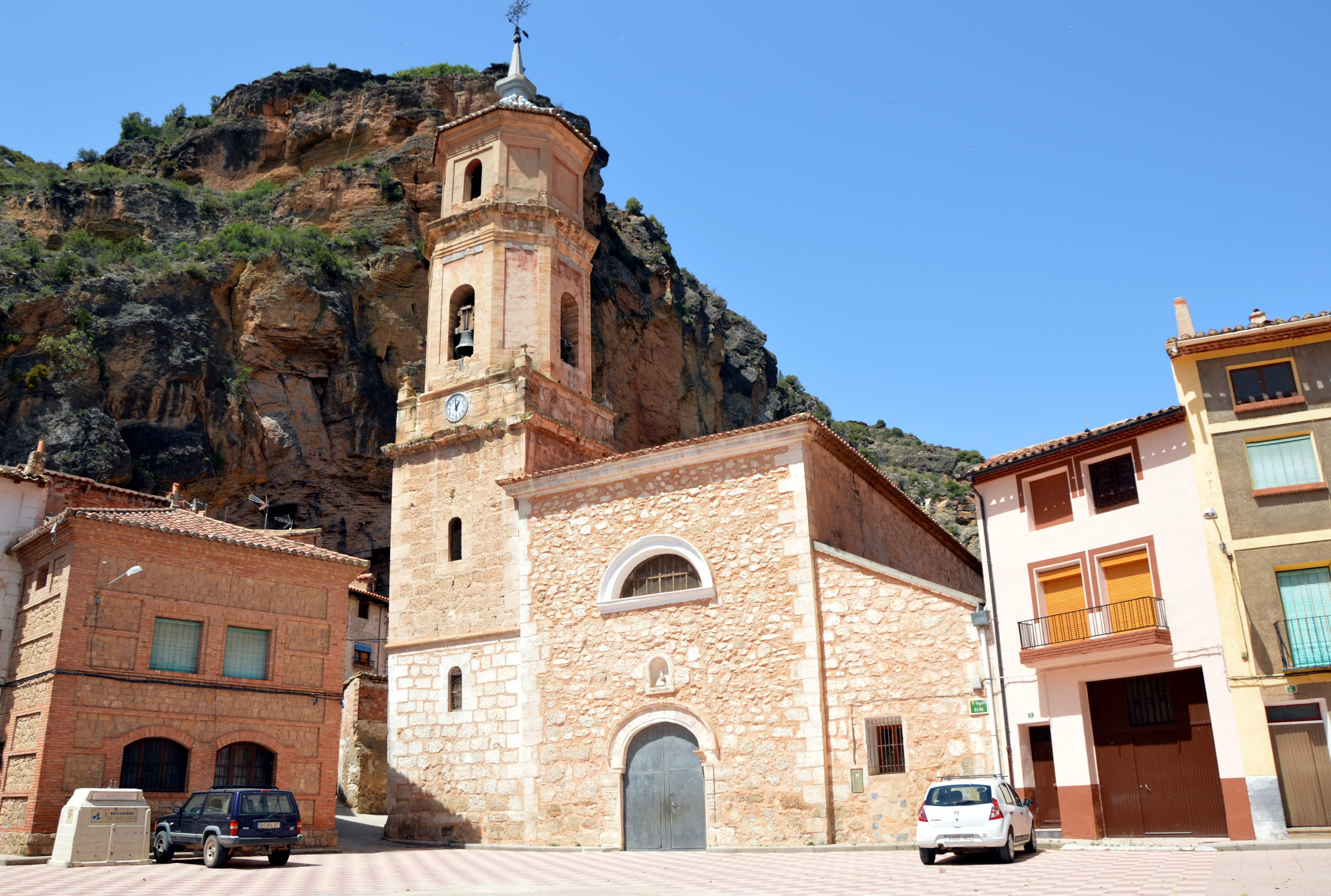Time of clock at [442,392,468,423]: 12:58
